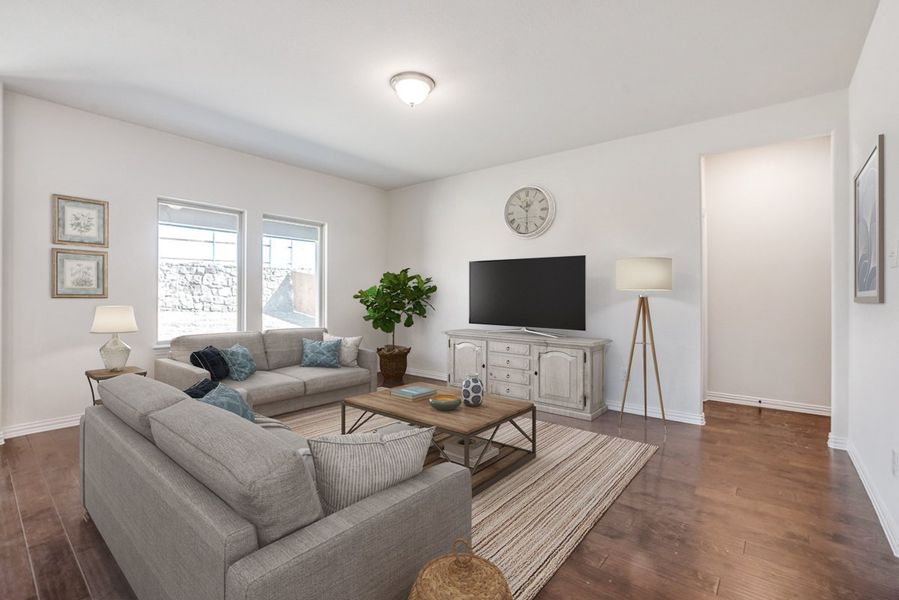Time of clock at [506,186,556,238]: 10:30
